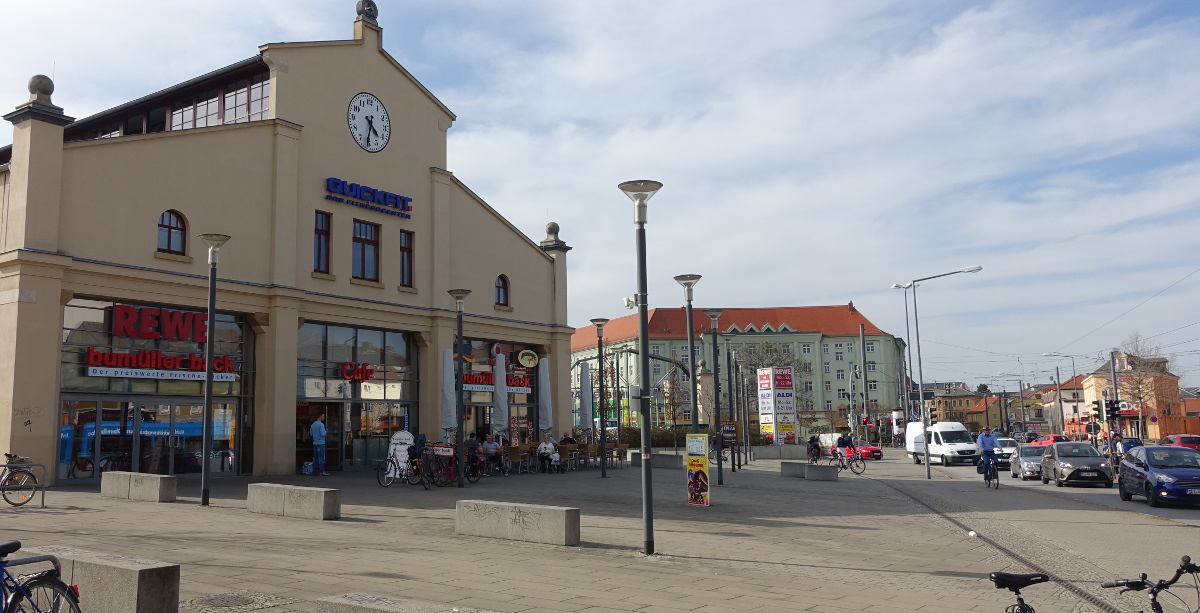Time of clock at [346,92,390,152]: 4:31
